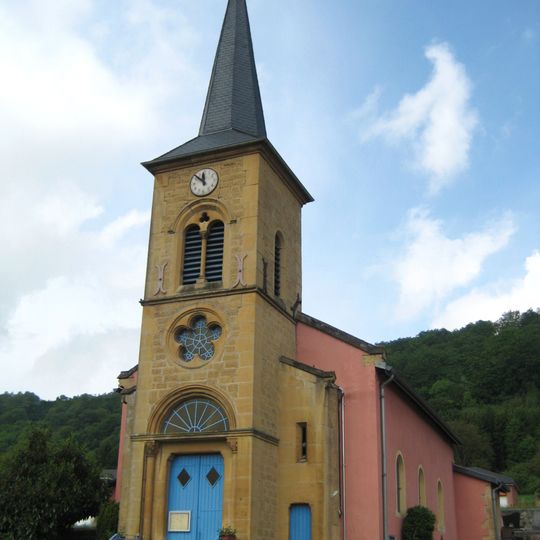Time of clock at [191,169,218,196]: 11:52
